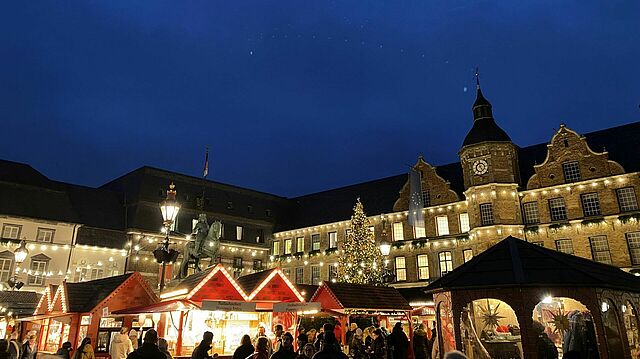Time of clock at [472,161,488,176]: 7:24
